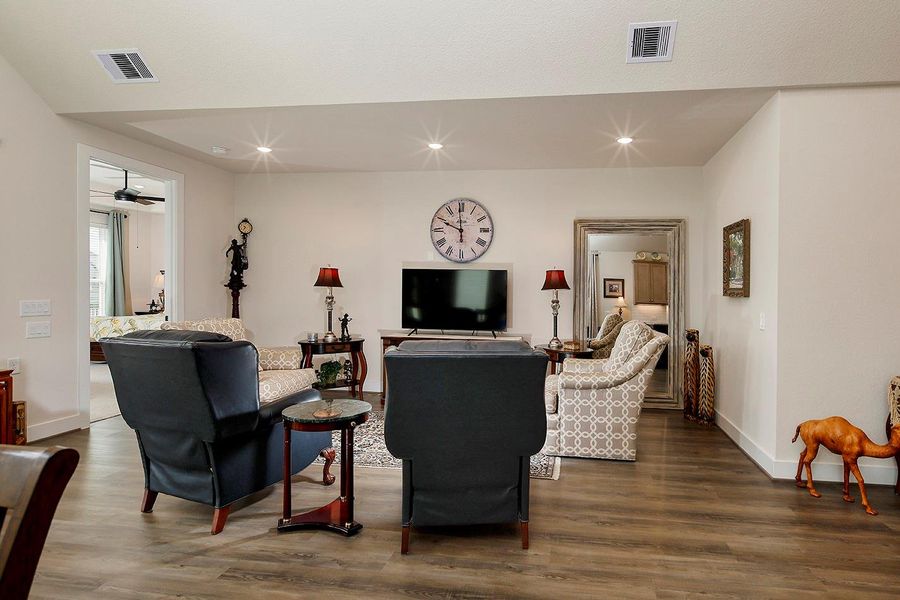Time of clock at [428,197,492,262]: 9:59
